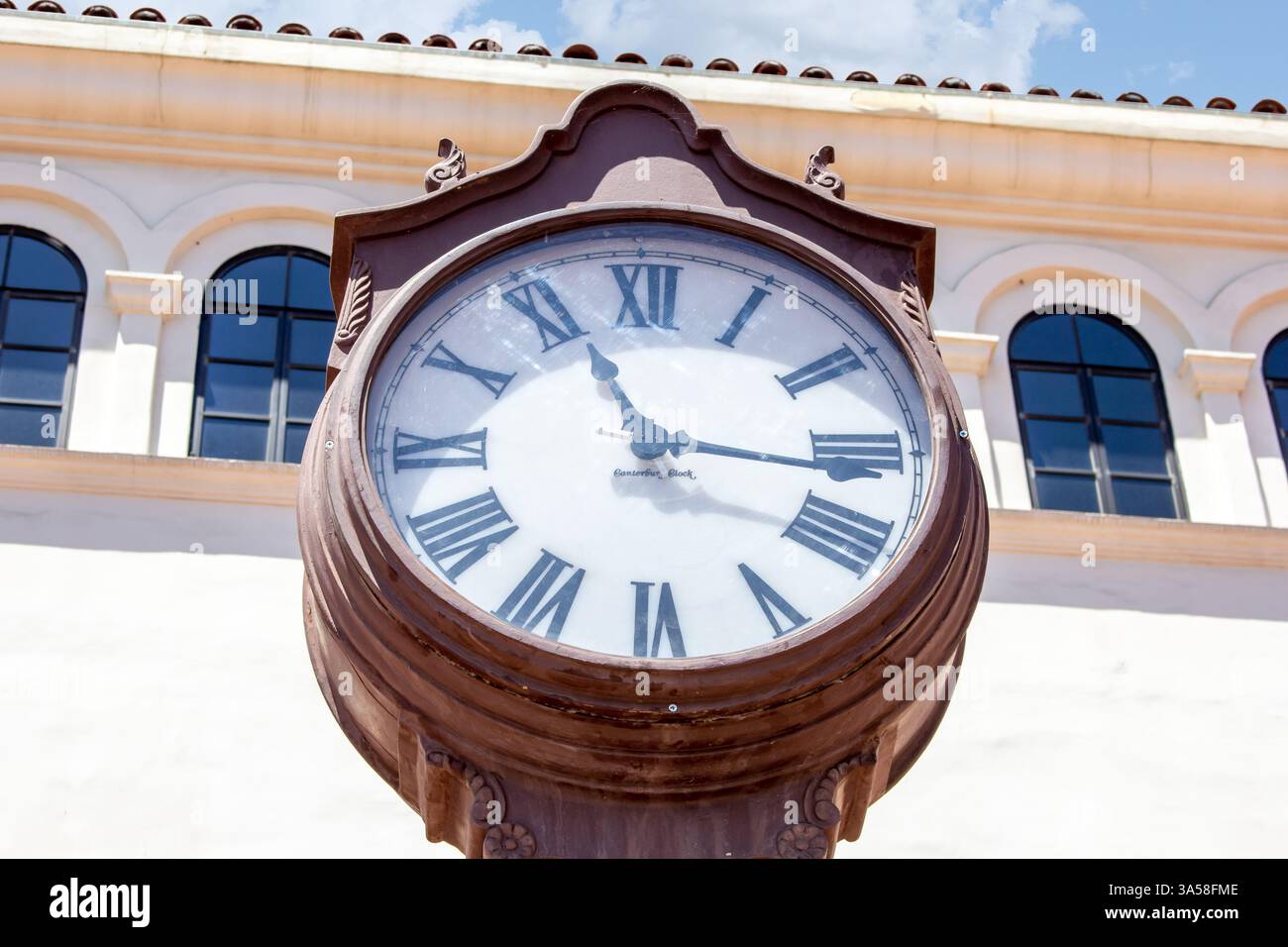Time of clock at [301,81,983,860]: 11:16
